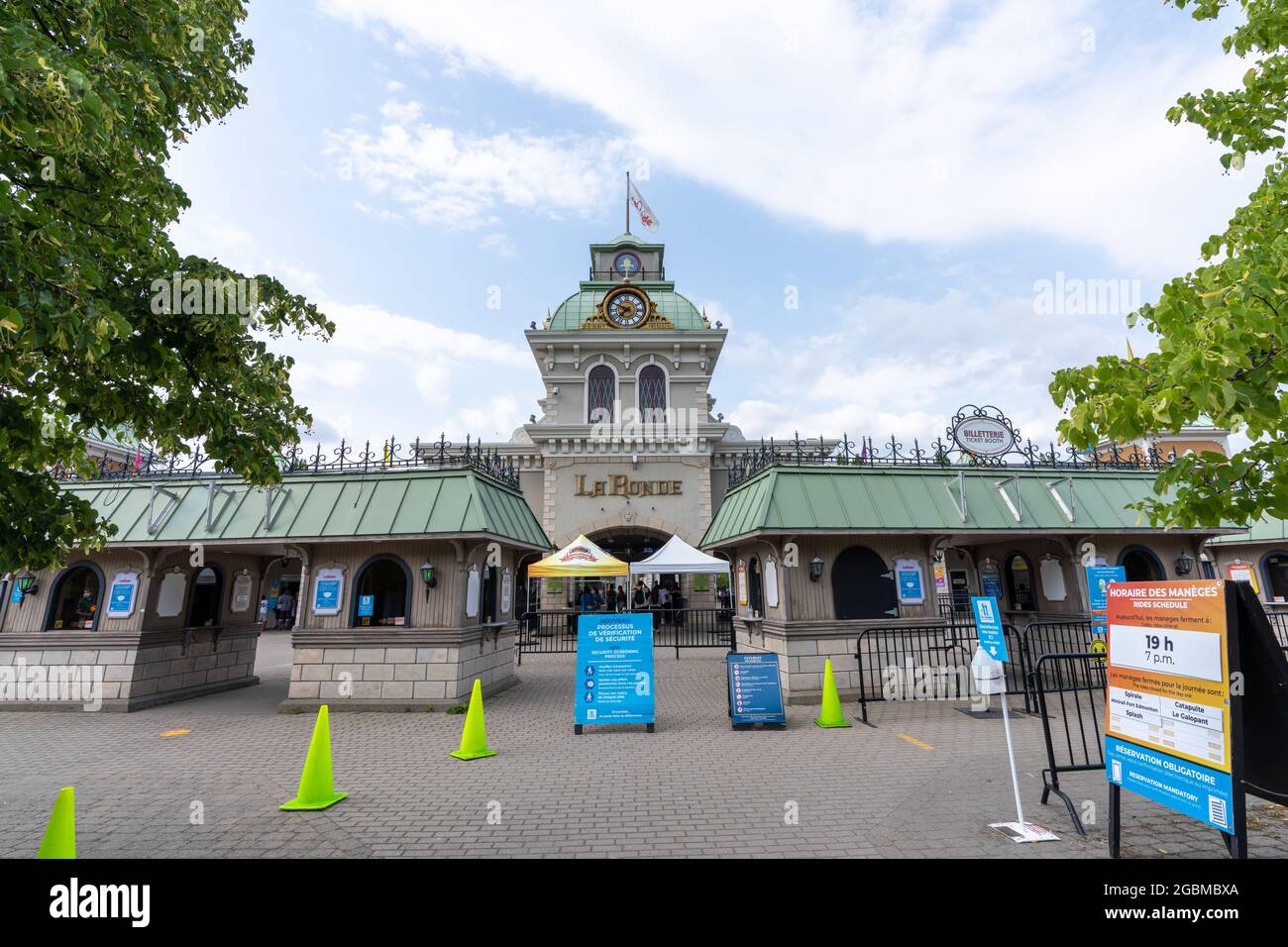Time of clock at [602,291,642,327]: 7:49
